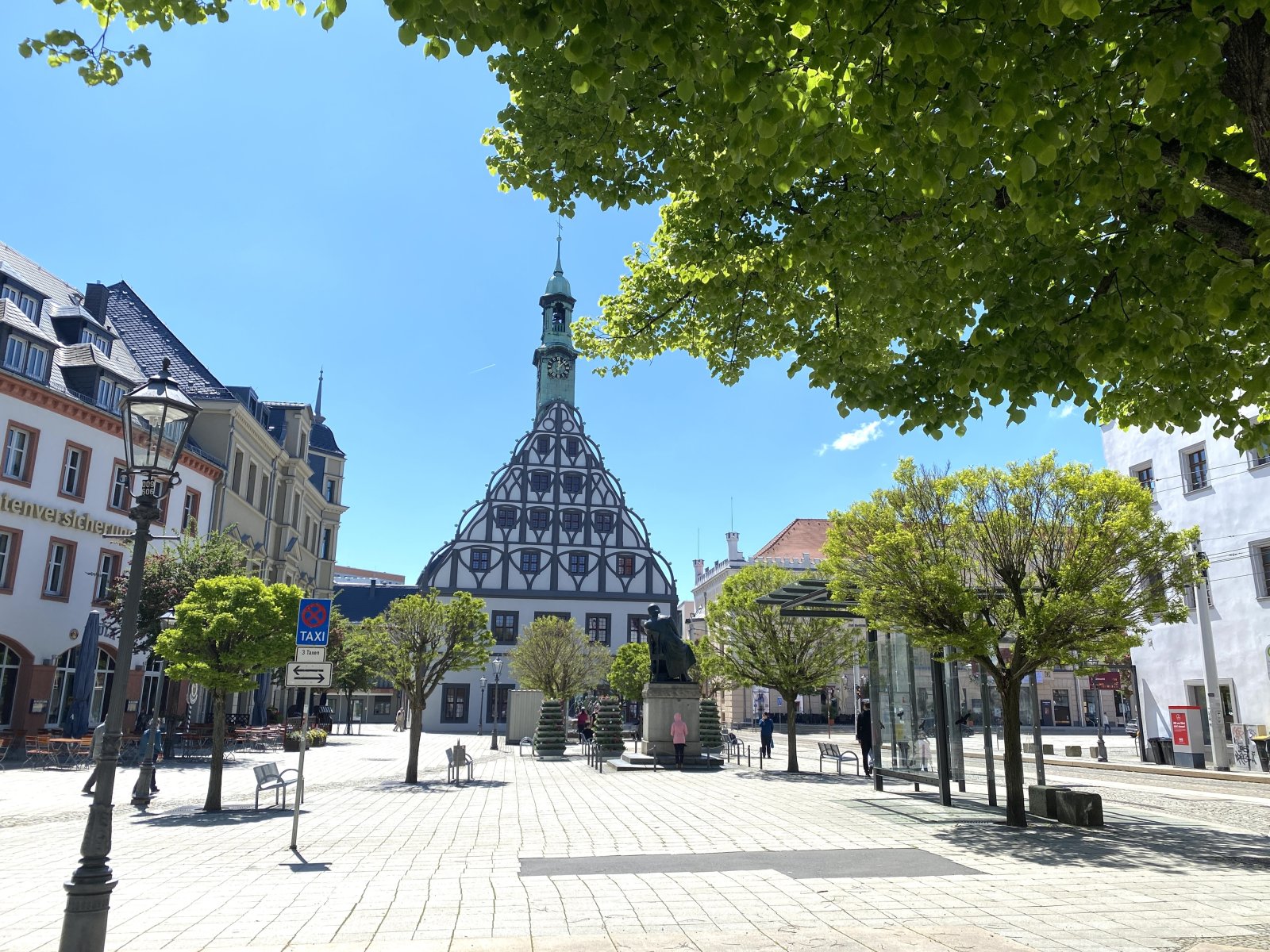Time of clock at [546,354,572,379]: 12:07
